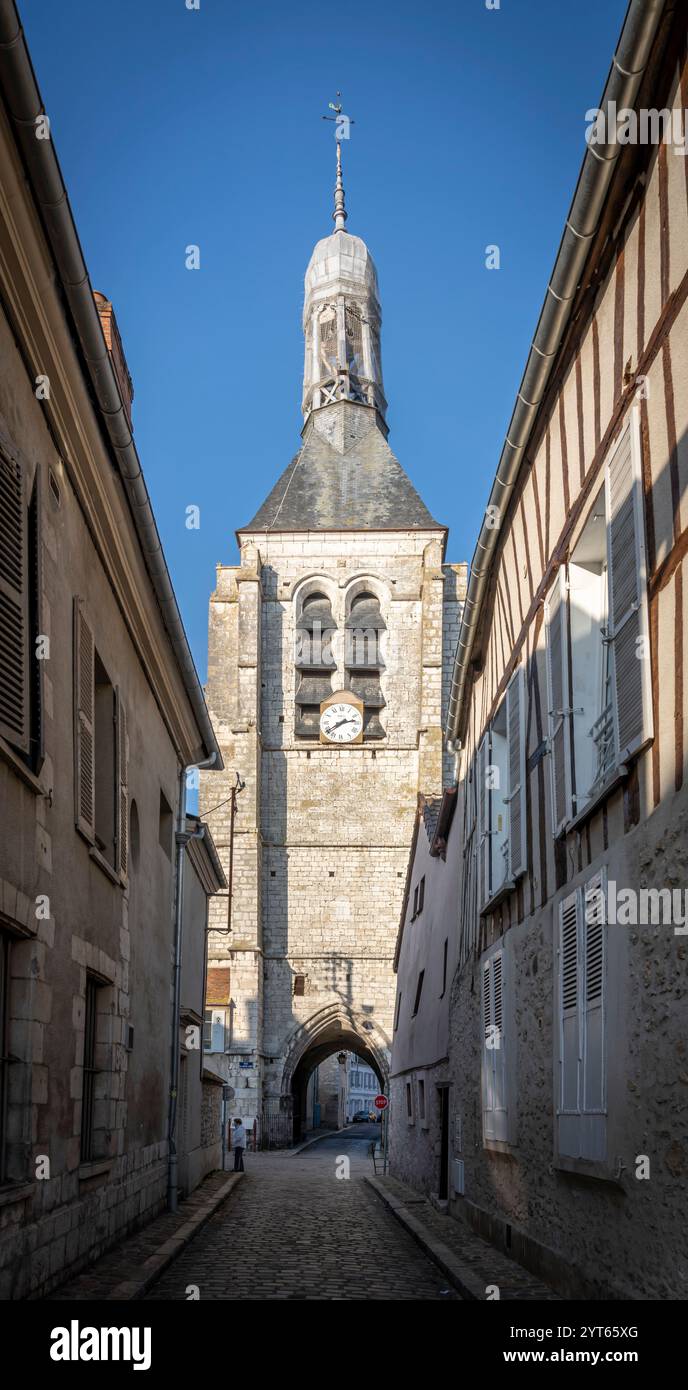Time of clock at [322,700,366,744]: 2:39
